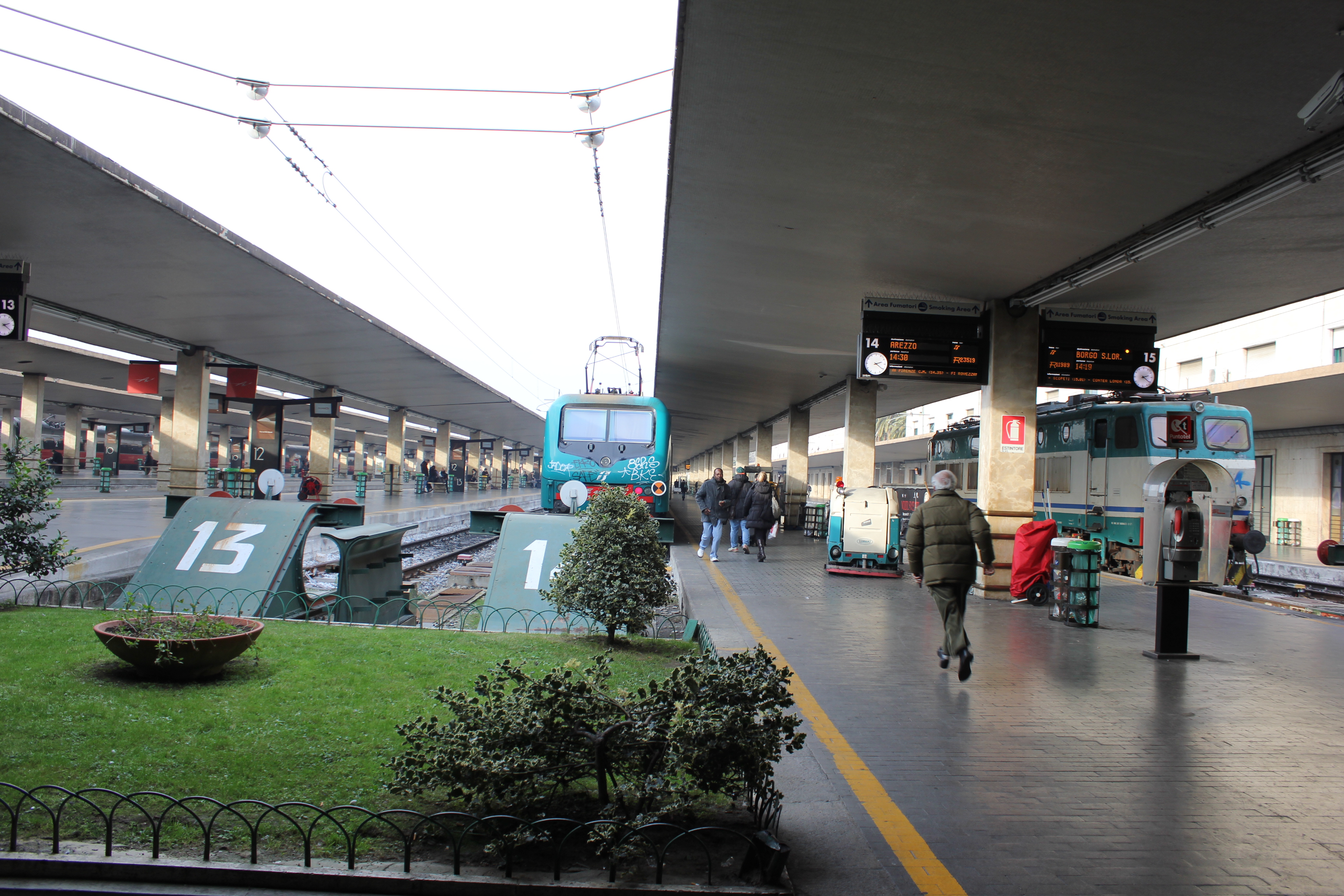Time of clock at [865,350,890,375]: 2:20
